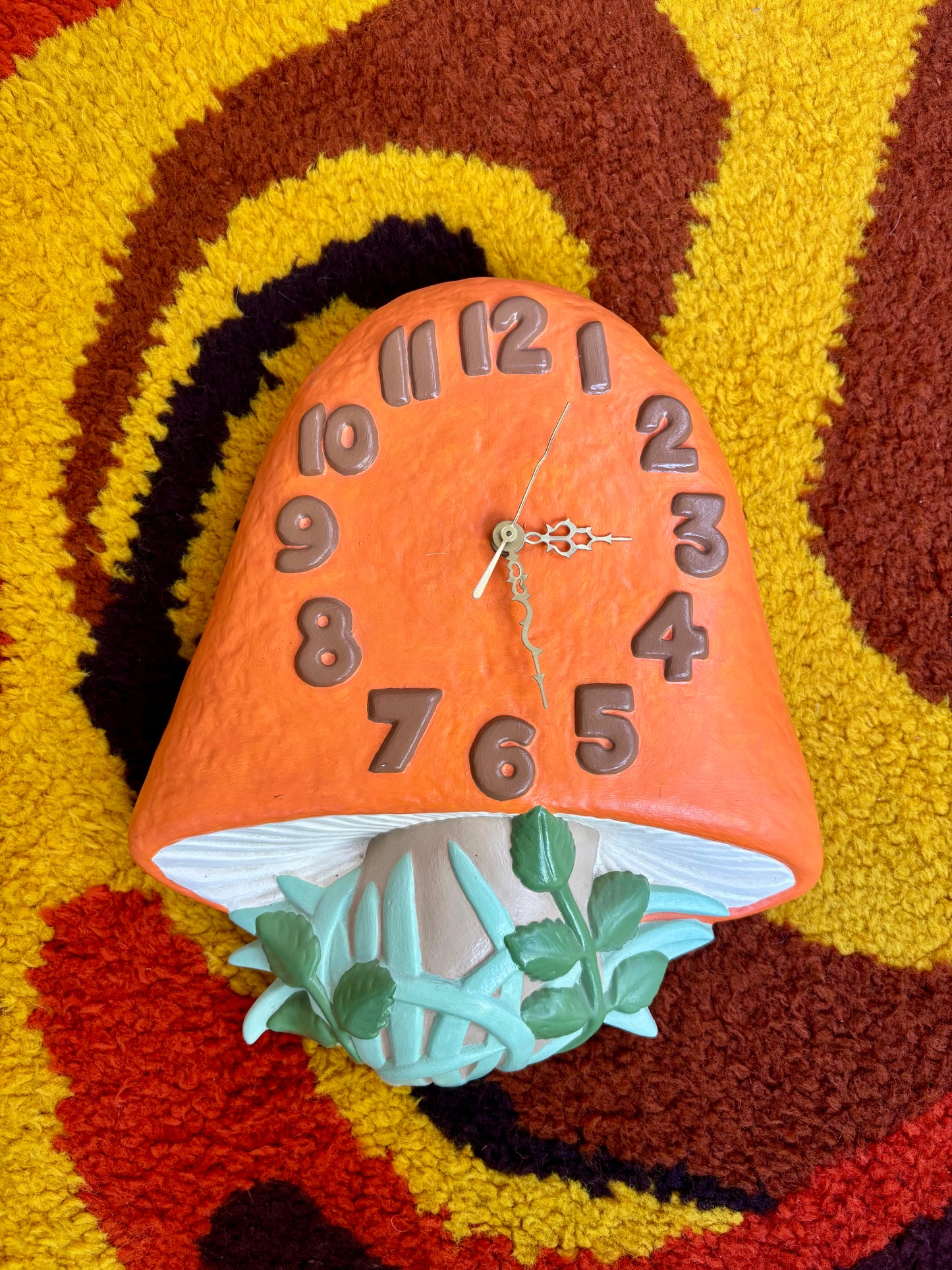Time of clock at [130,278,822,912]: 3:27
